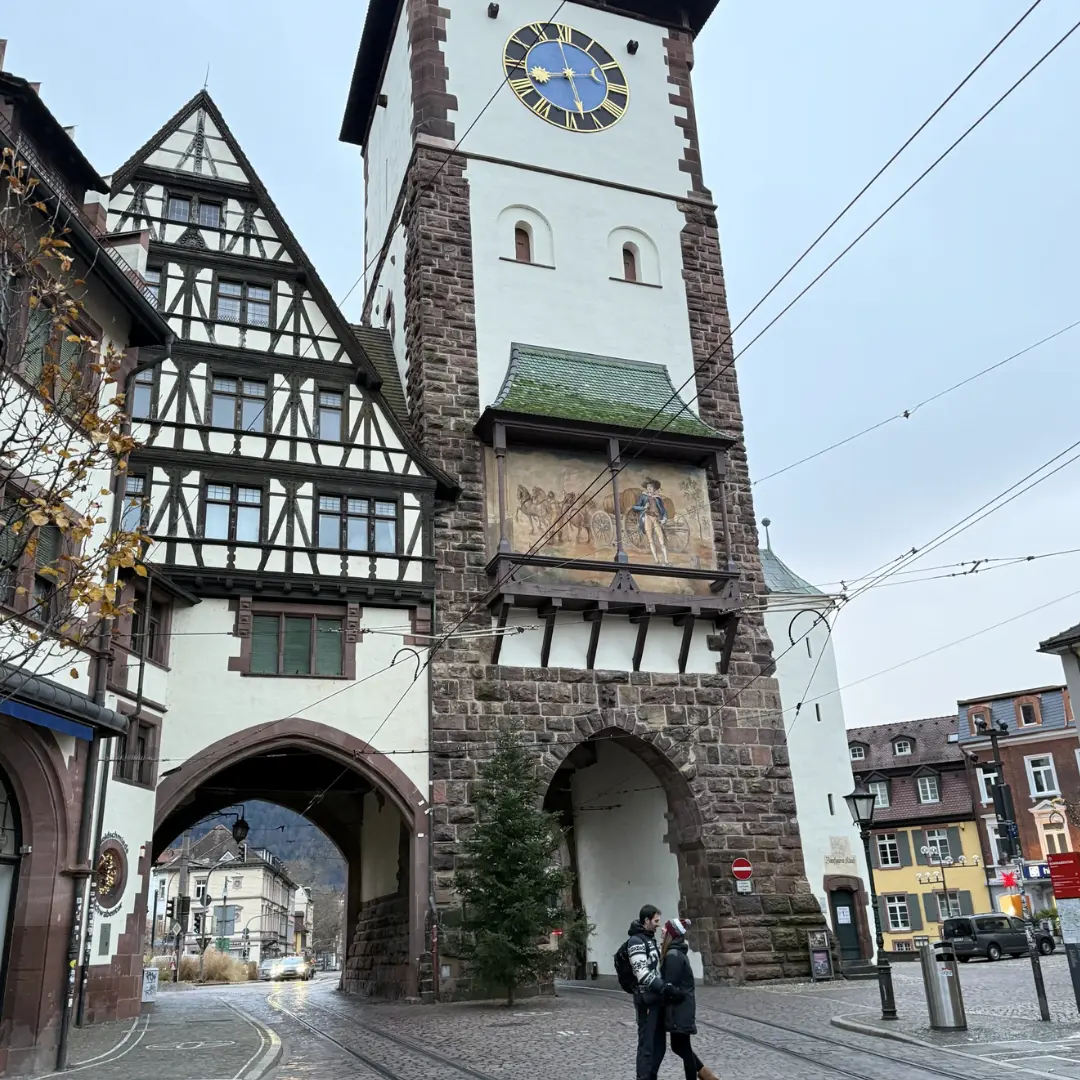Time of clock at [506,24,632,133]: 8:27
